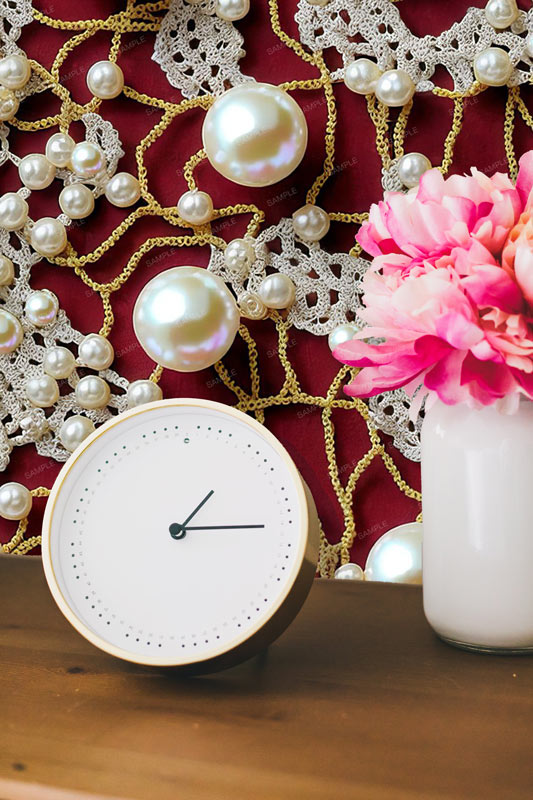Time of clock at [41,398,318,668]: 1:14
